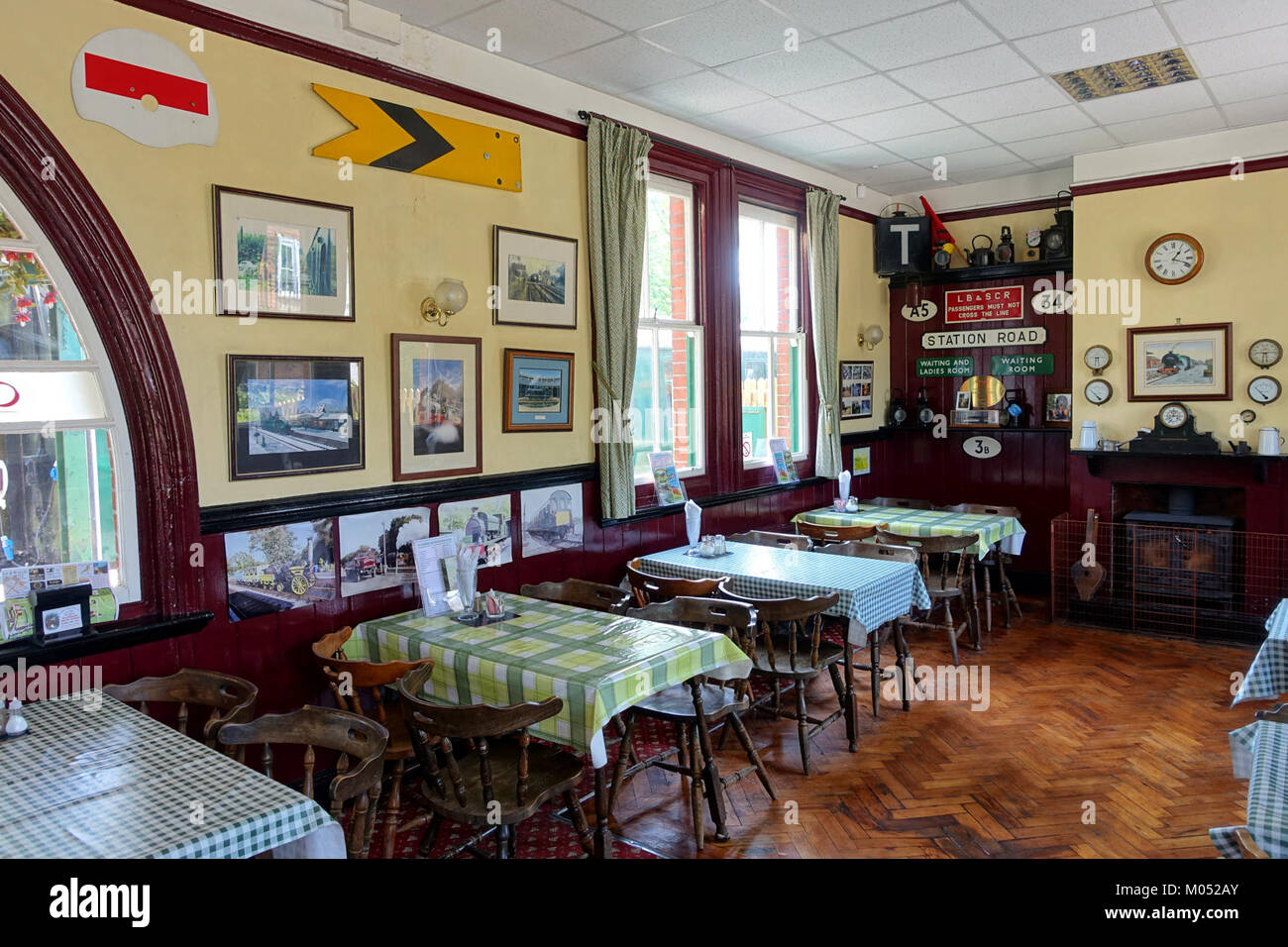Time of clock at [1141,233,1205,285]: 1:18
